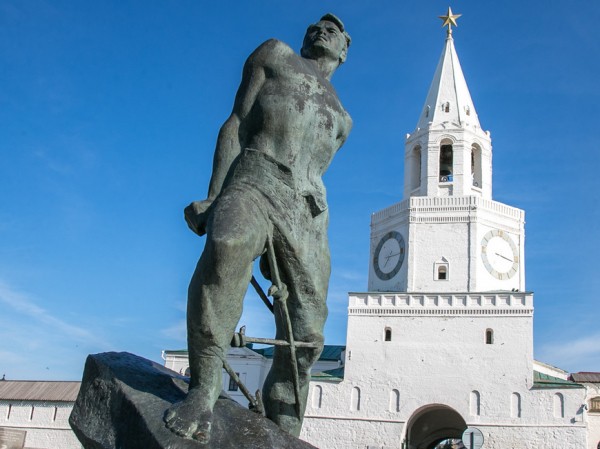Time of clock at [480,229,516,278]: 3:16
